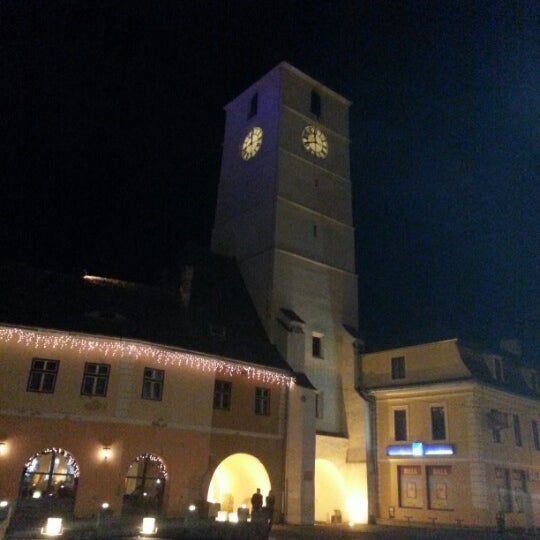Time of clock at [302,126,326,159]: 11:41
